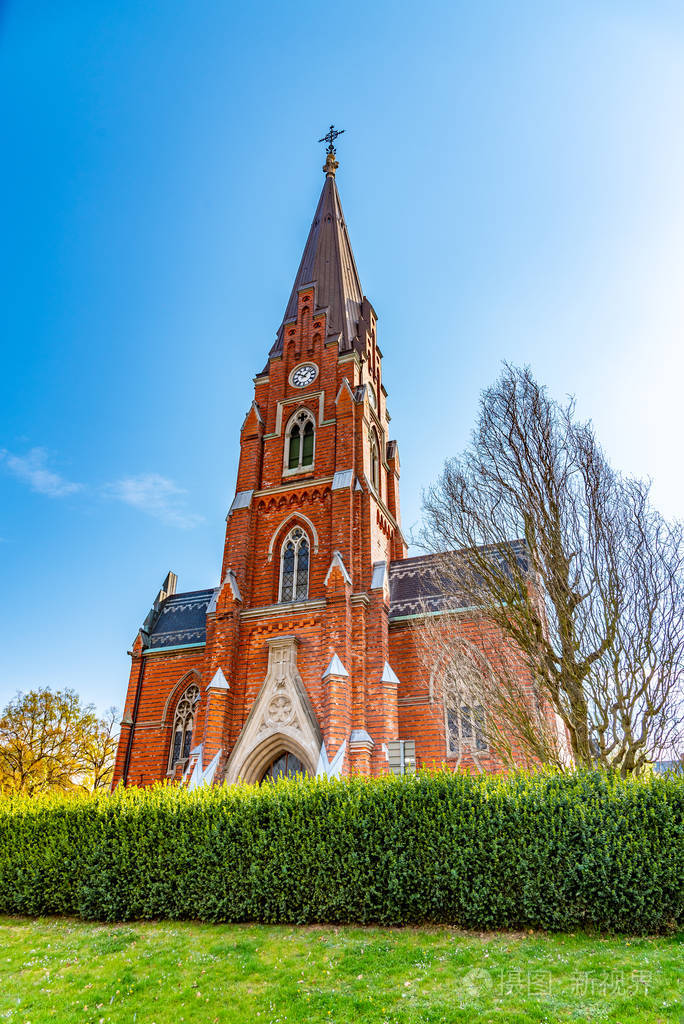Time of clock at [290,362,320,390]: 10:07
